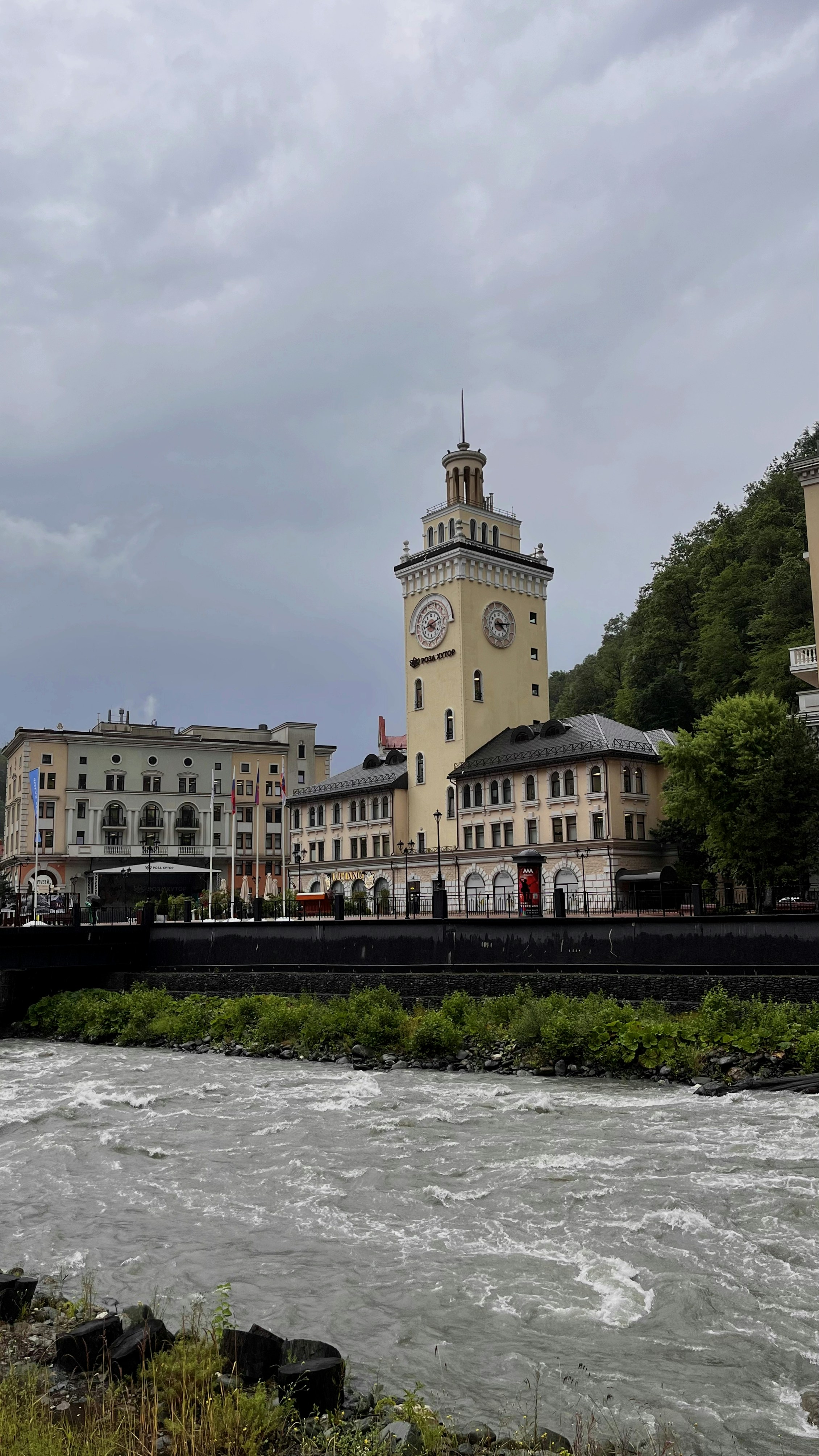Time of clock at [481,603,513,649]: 4:14
